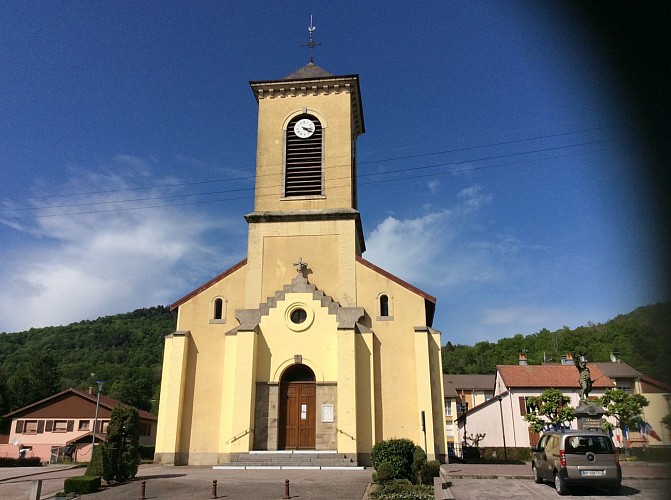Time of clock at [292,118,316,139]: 4:17
